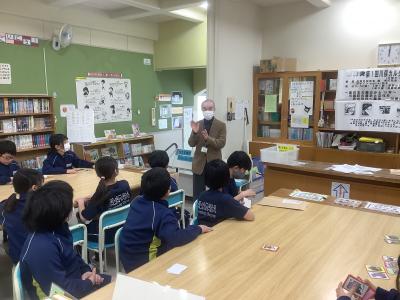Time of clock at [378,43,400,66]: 12:01
